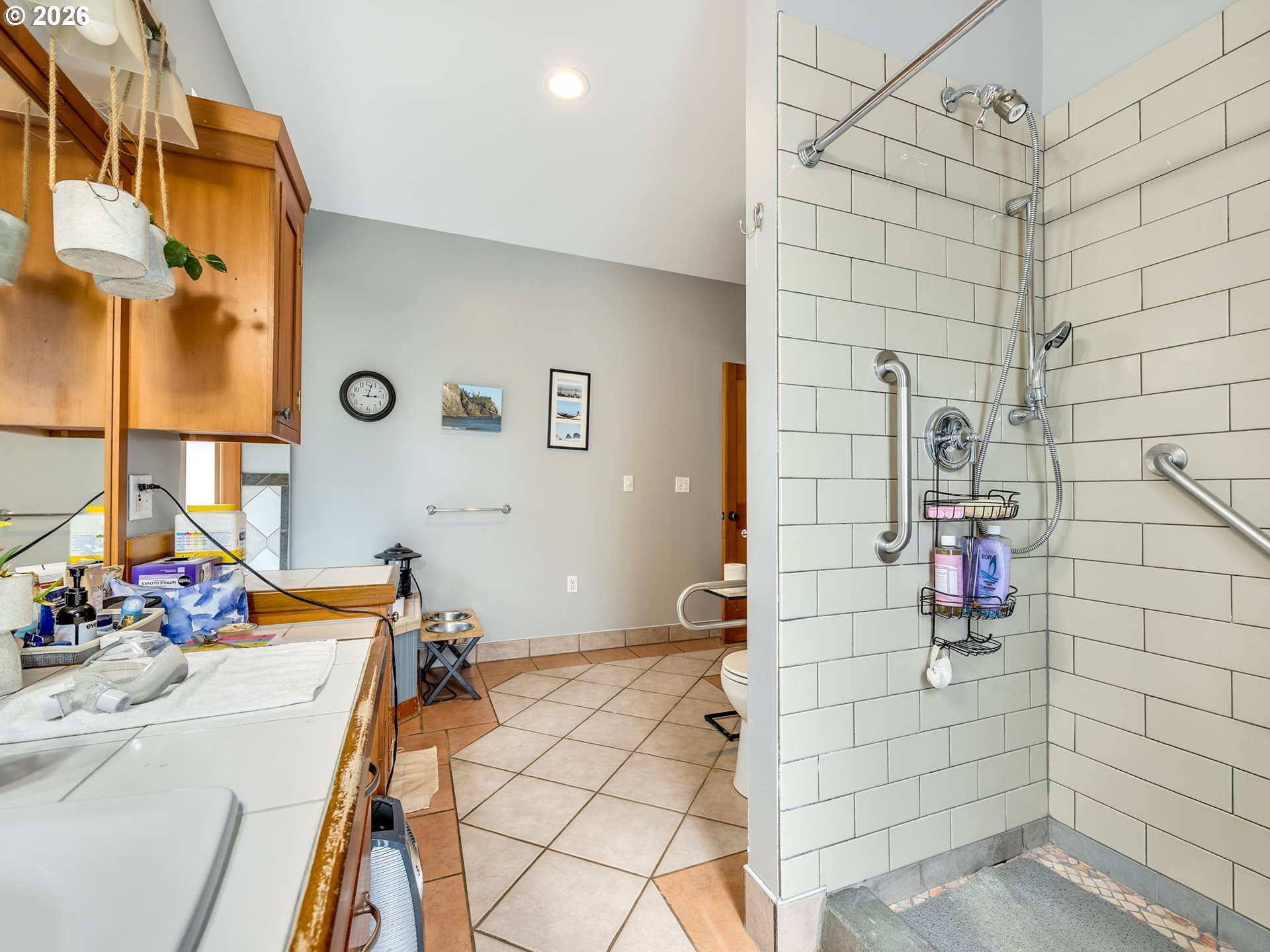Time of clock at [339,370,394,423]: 3:02
